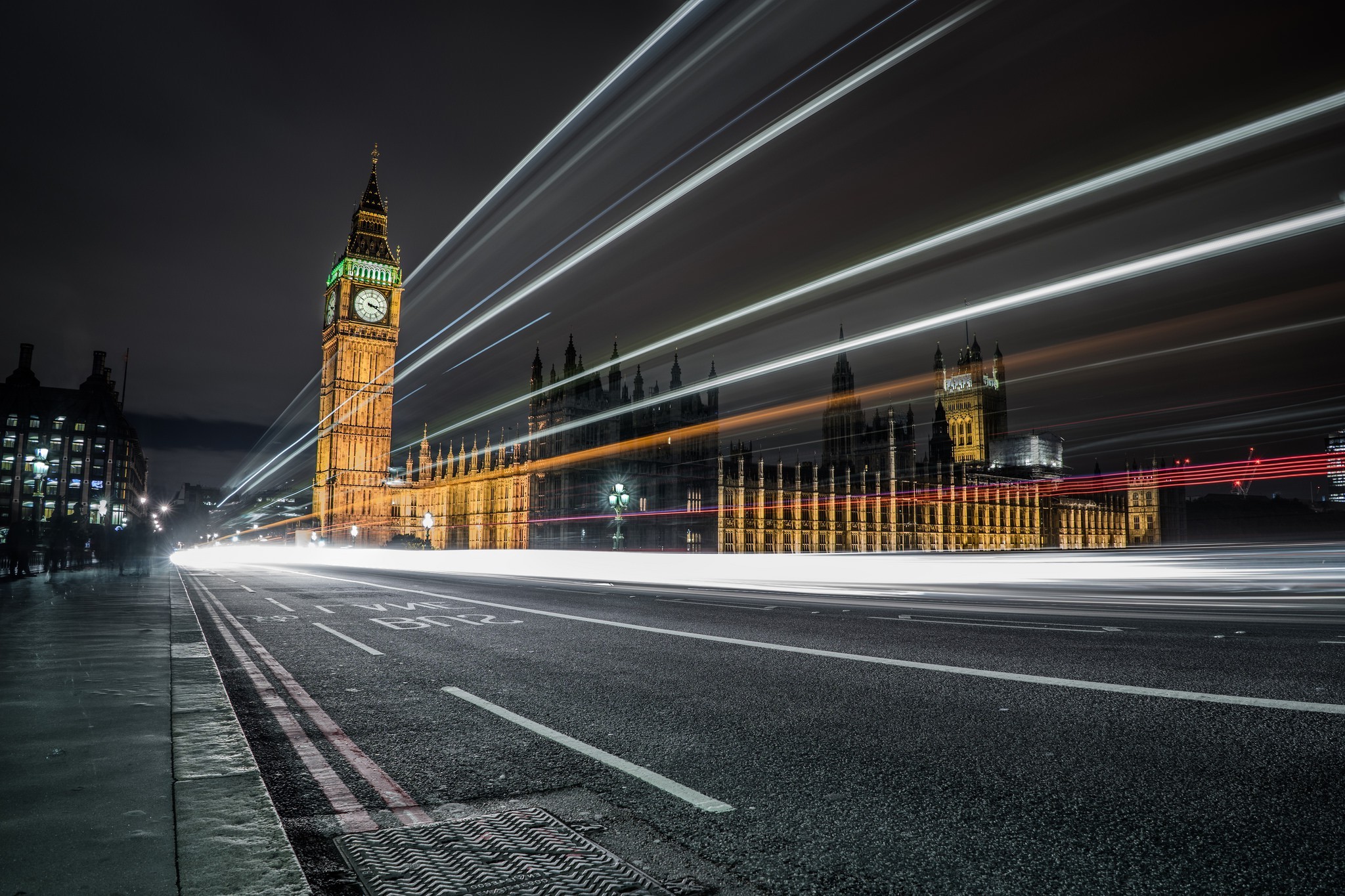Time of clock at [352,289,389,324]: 3:19
